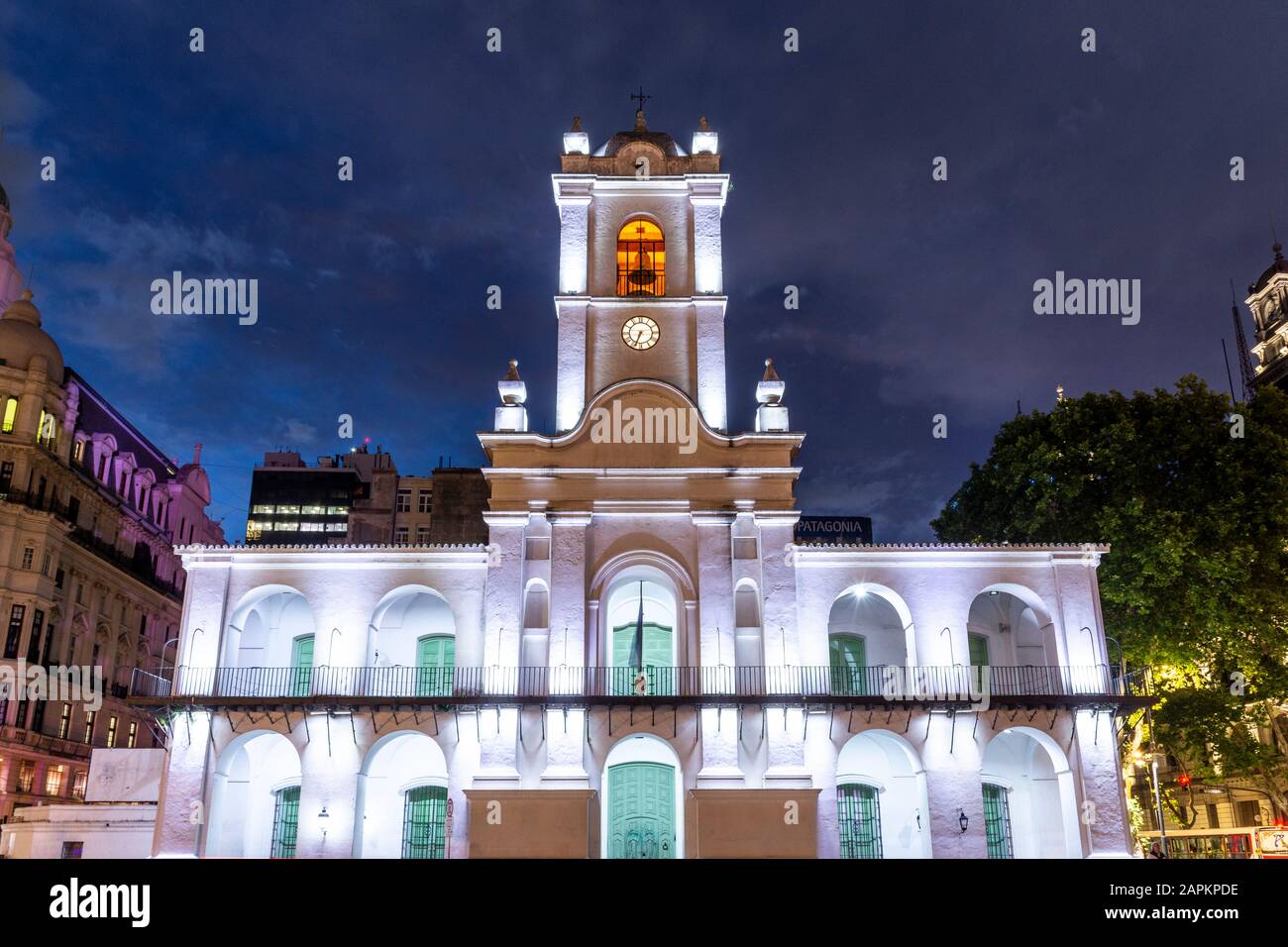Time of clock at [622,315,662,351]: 6:33
